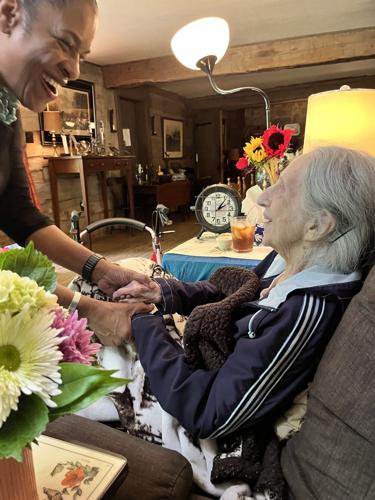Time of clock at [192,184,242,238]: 2:06
